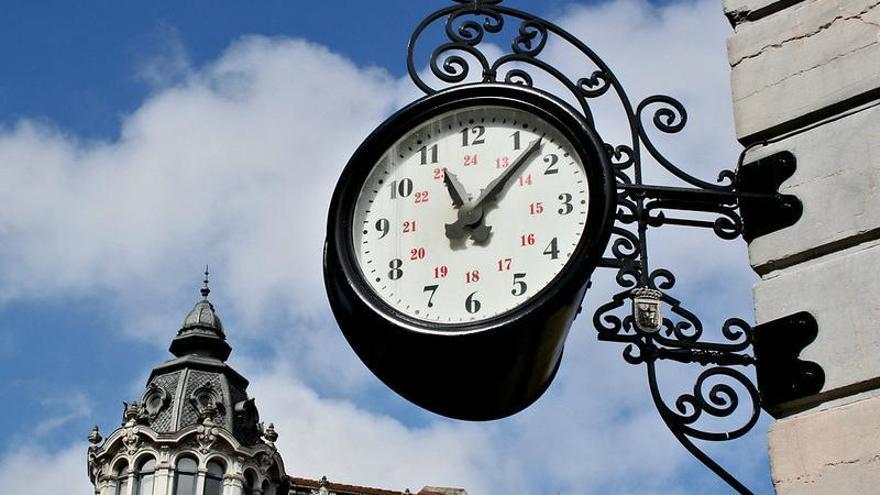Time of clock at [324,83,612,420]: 11:07
